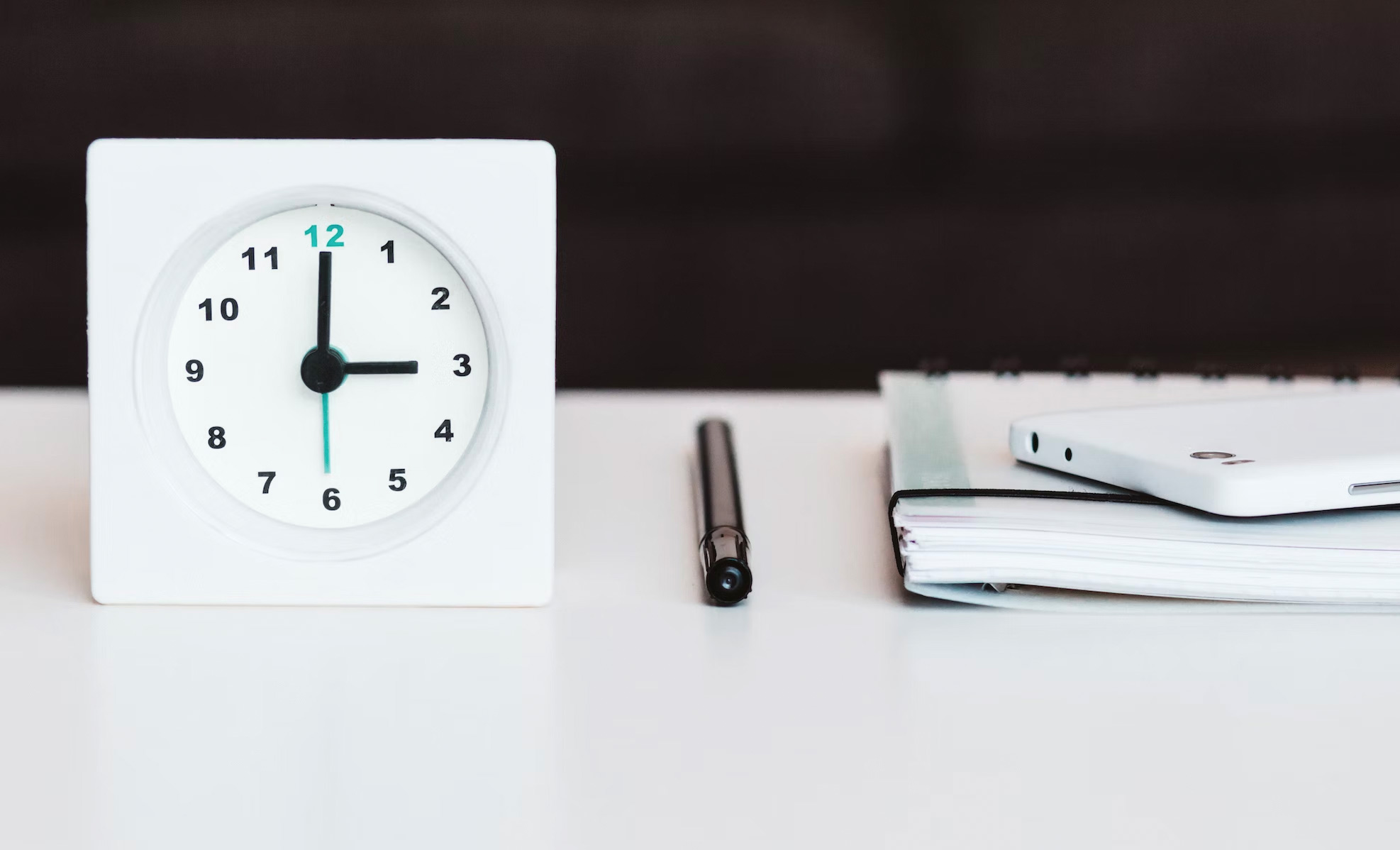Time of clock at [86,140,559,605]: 3:00
